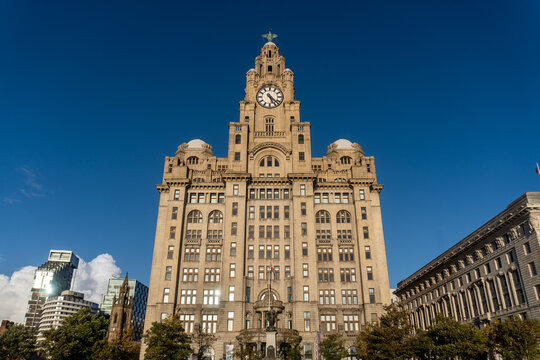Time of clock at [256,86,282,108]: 5:22
